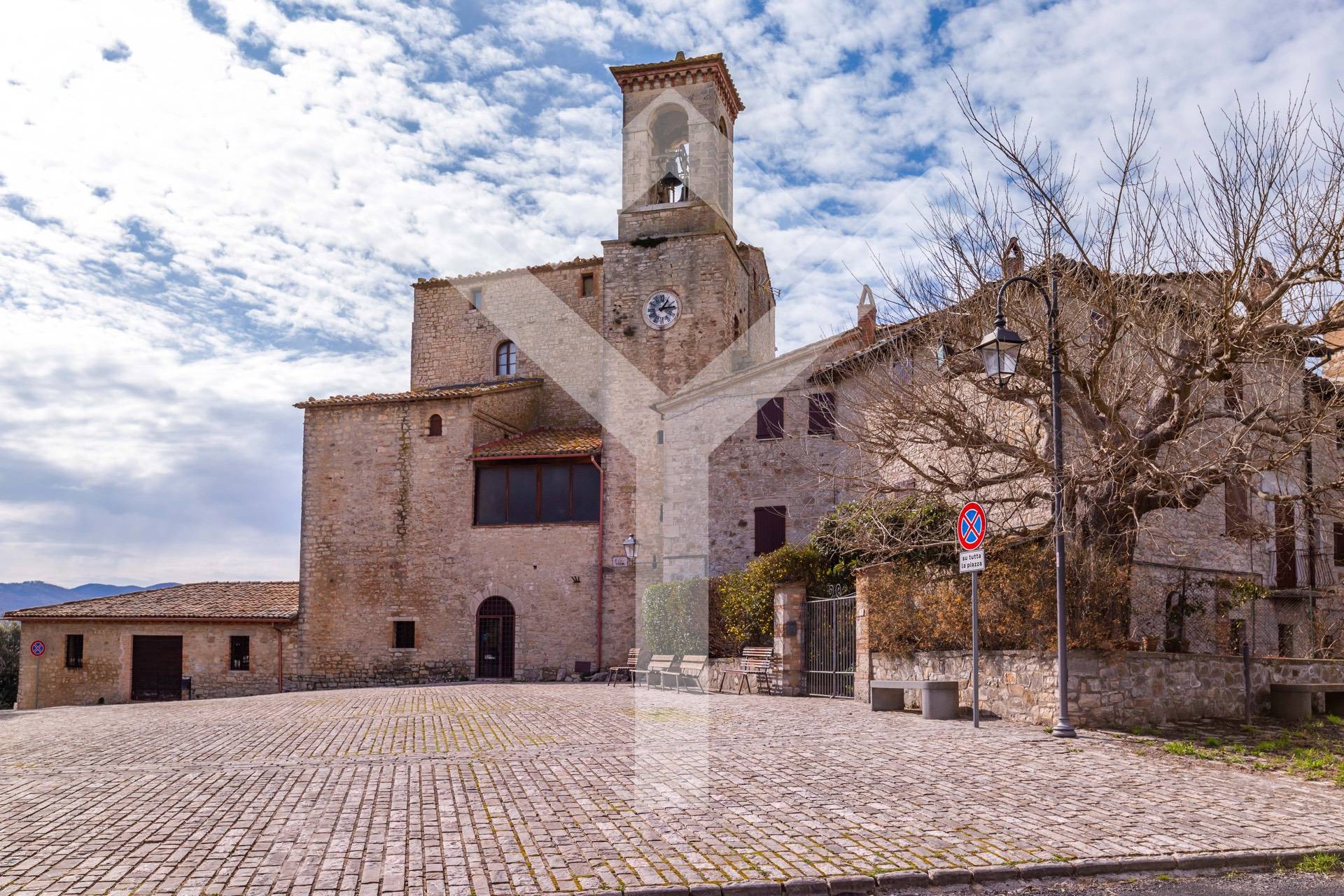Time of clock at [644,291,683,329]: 1:13
